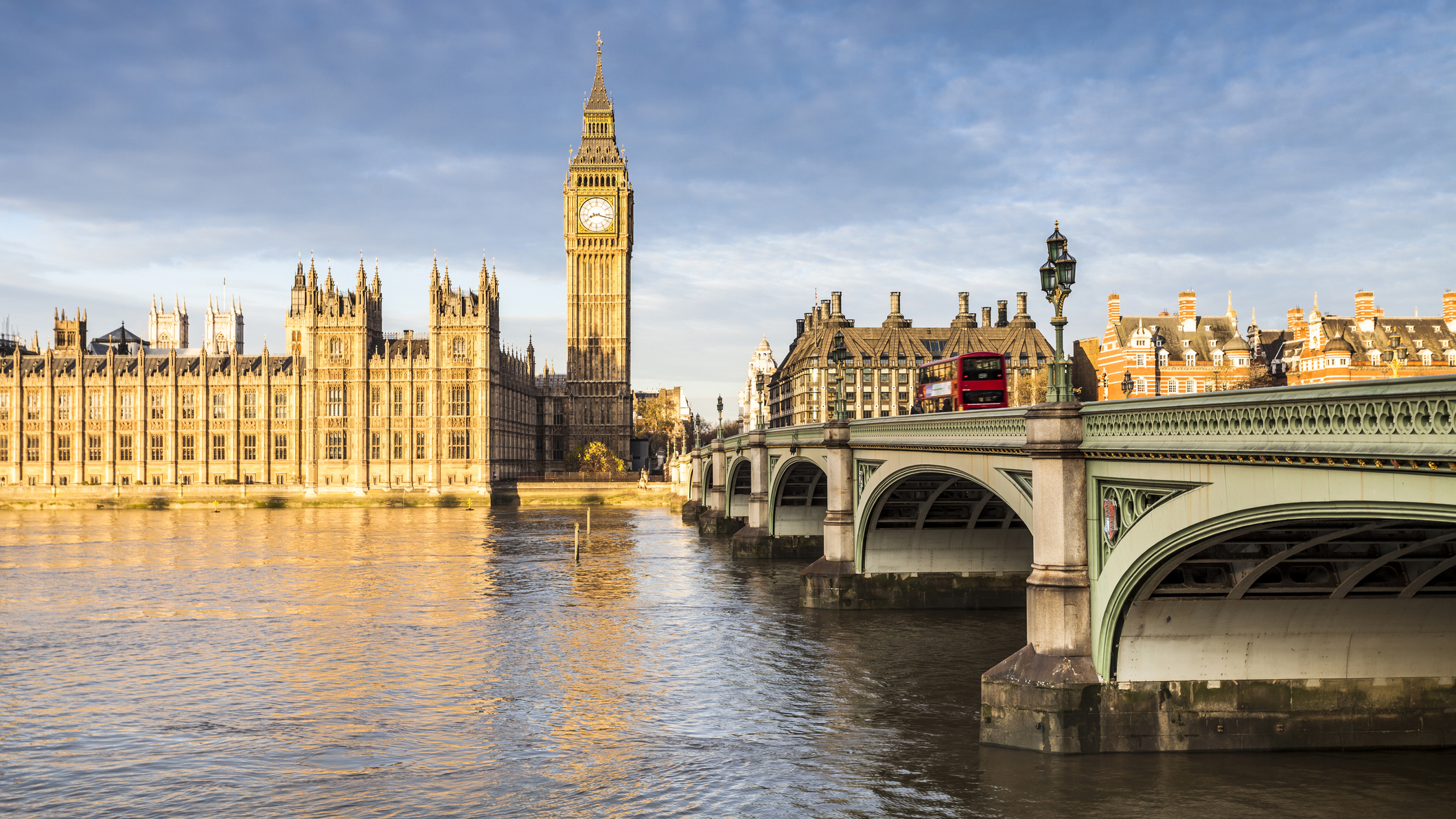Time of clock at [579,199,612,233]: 8:17
